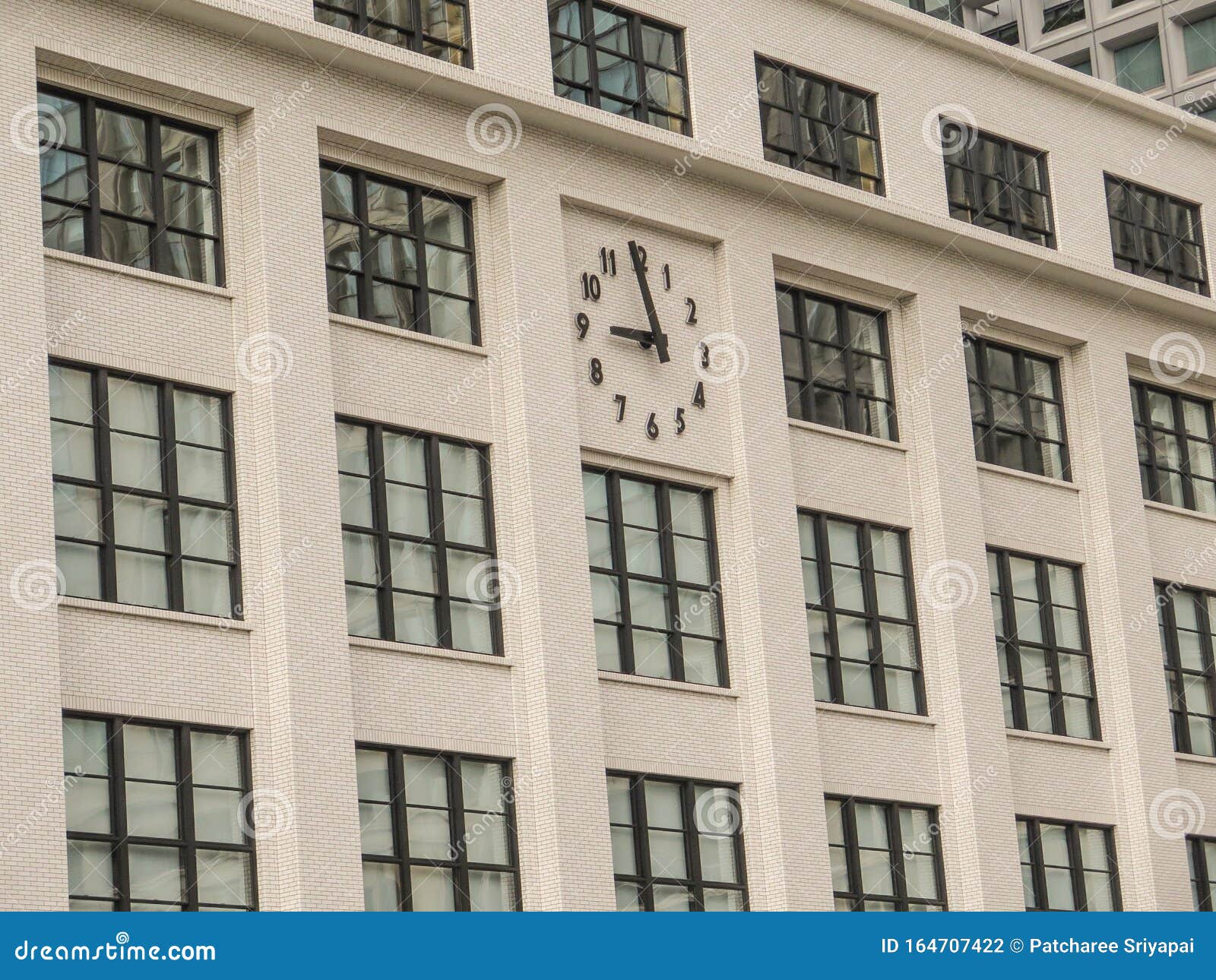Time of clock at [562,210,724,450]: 8:58
